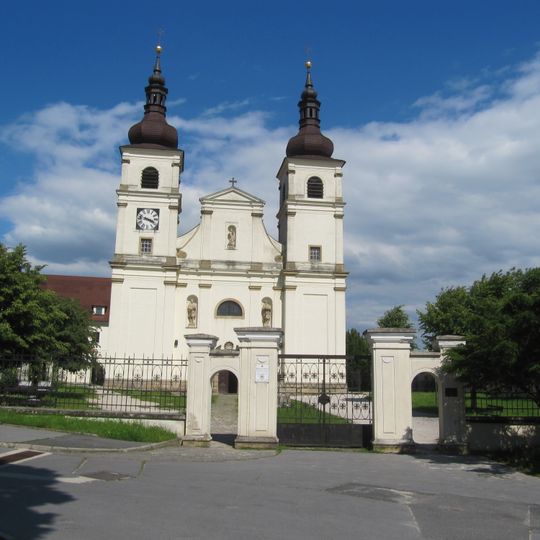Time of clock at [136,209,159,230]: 3:47
